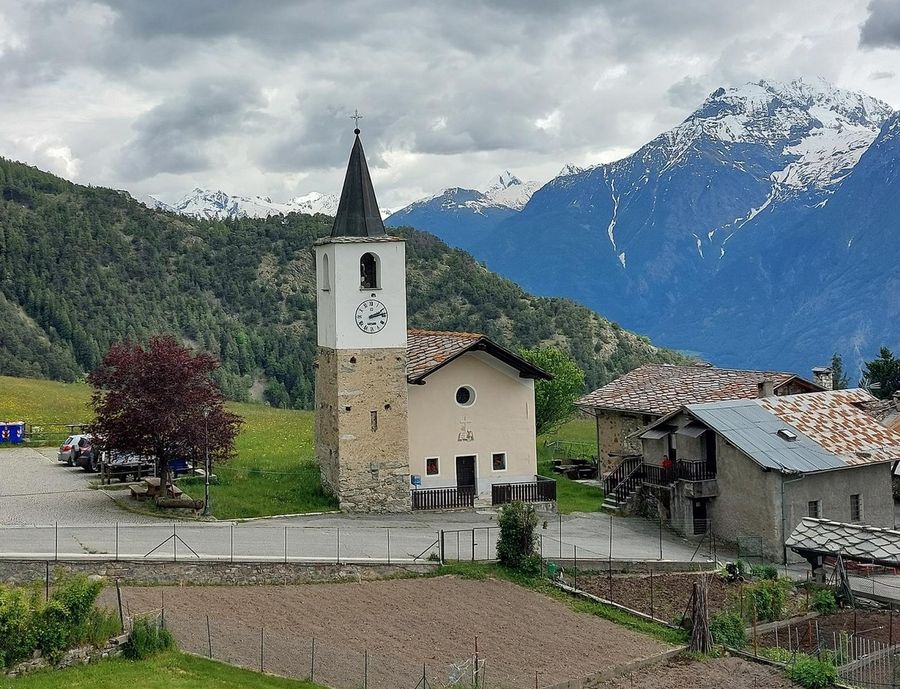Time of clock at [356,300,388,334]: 2:13
